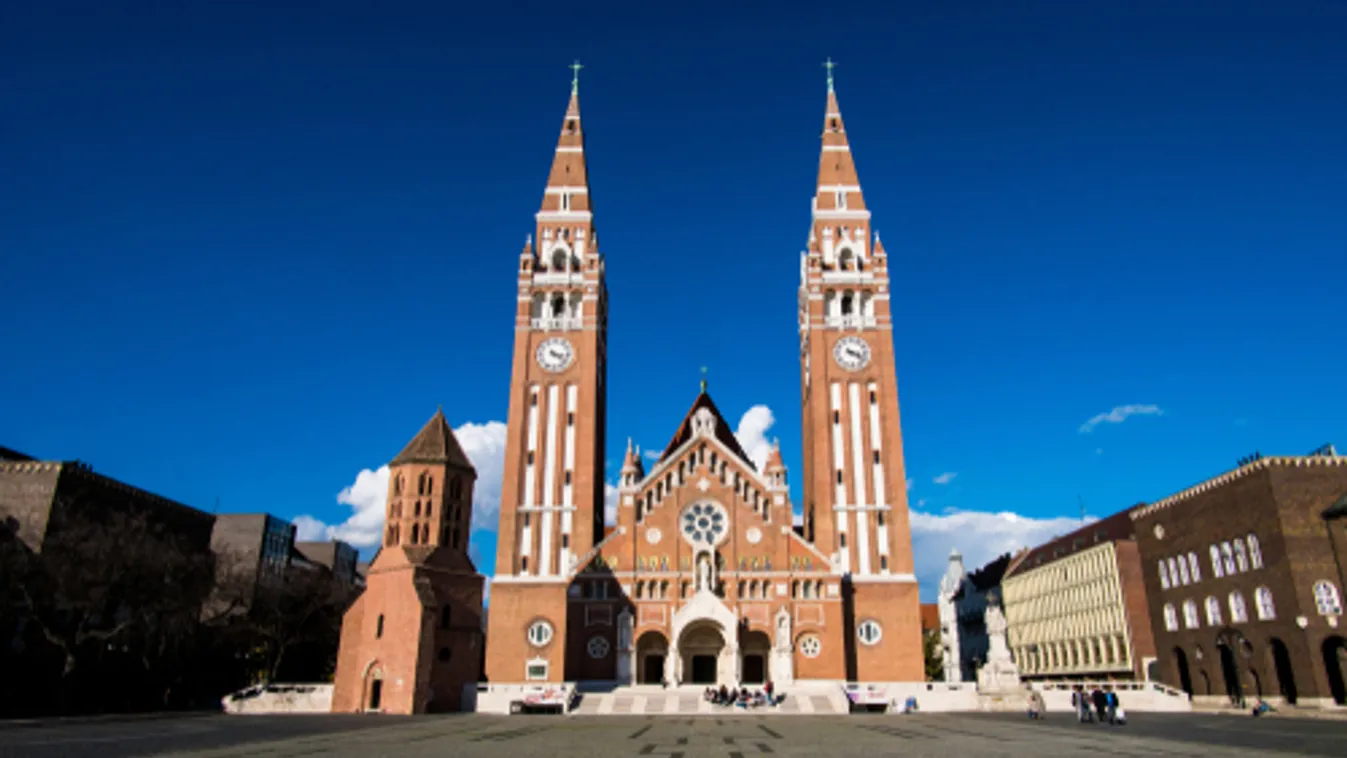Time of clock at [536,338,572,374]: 3:21
